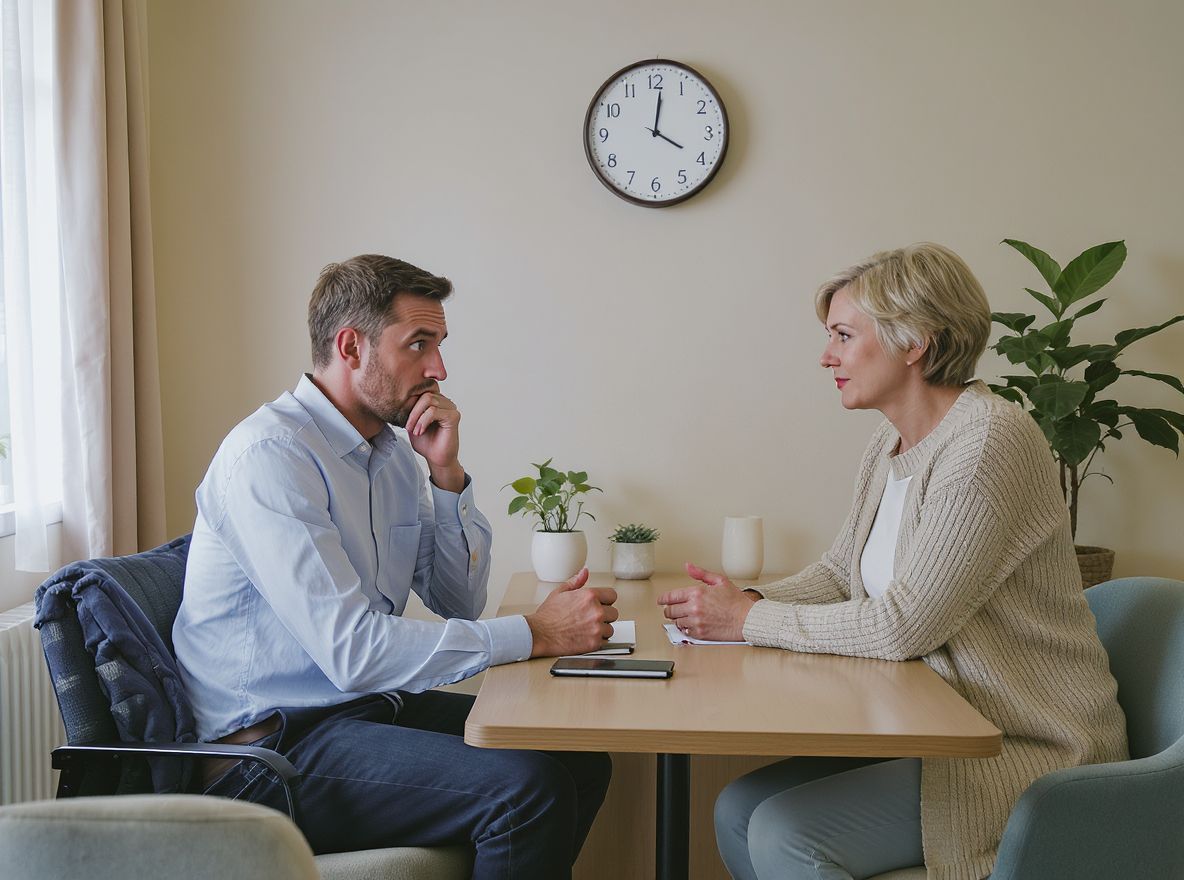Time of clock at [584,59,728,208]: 4:01
